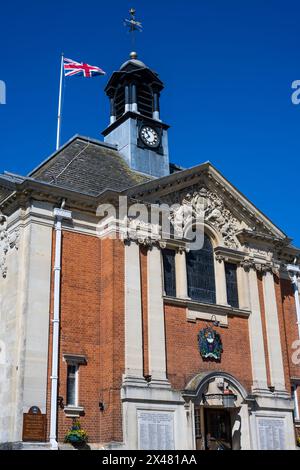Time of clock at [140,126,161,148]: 10:37
